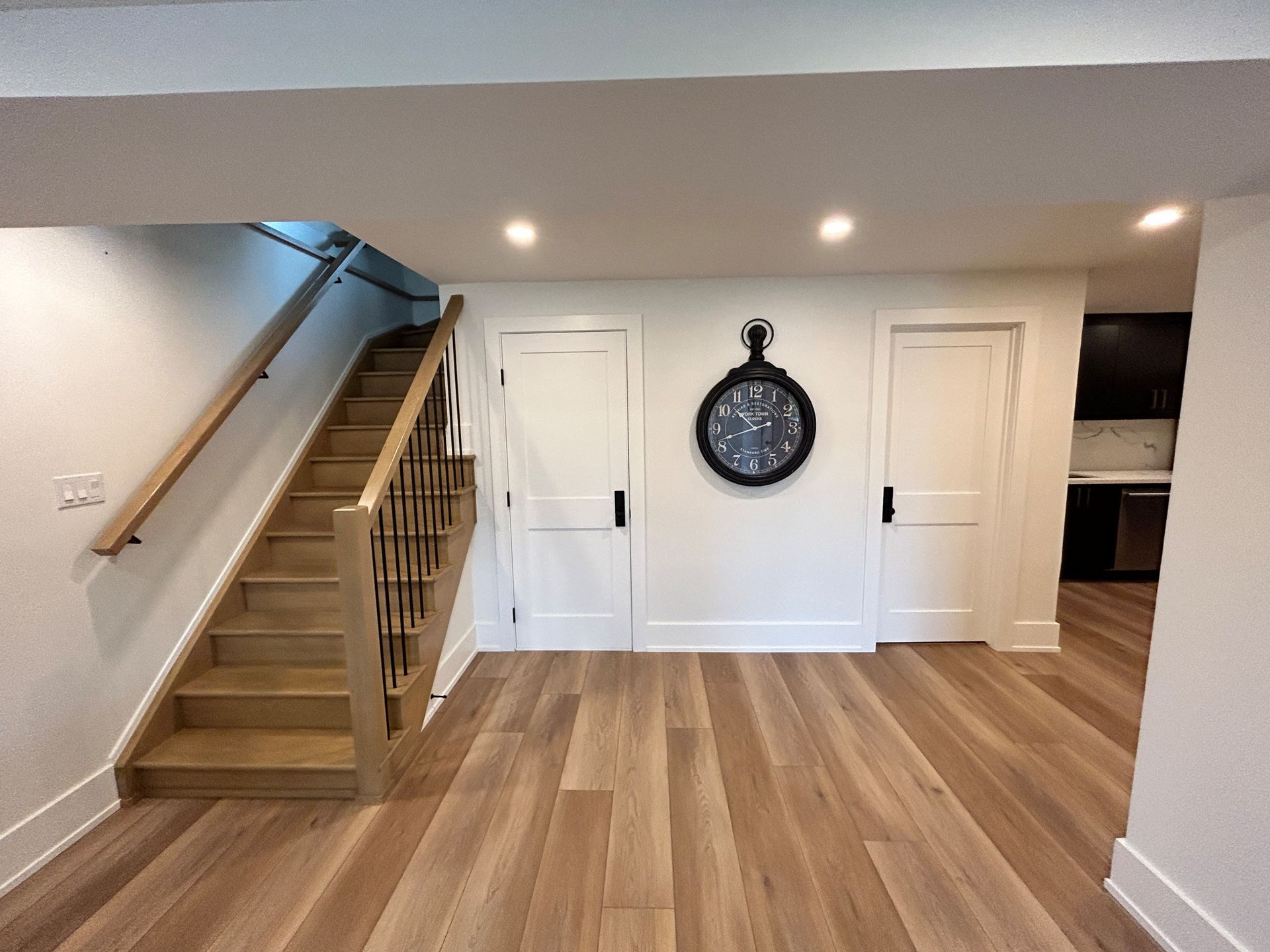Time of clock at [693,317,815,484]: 10:41
